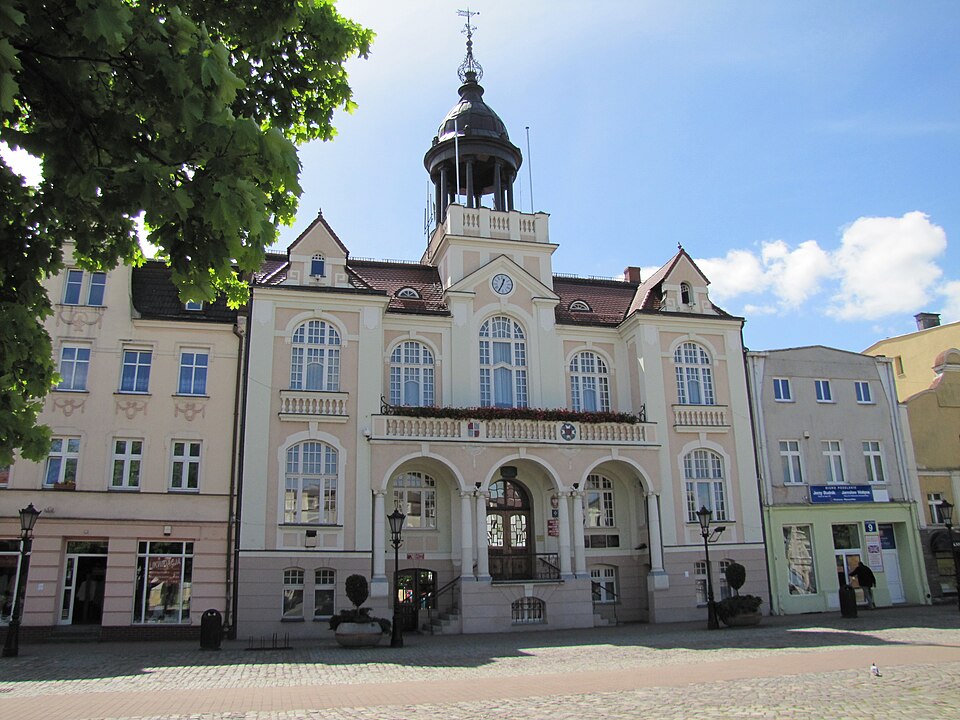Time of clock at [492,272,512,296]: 12:34
